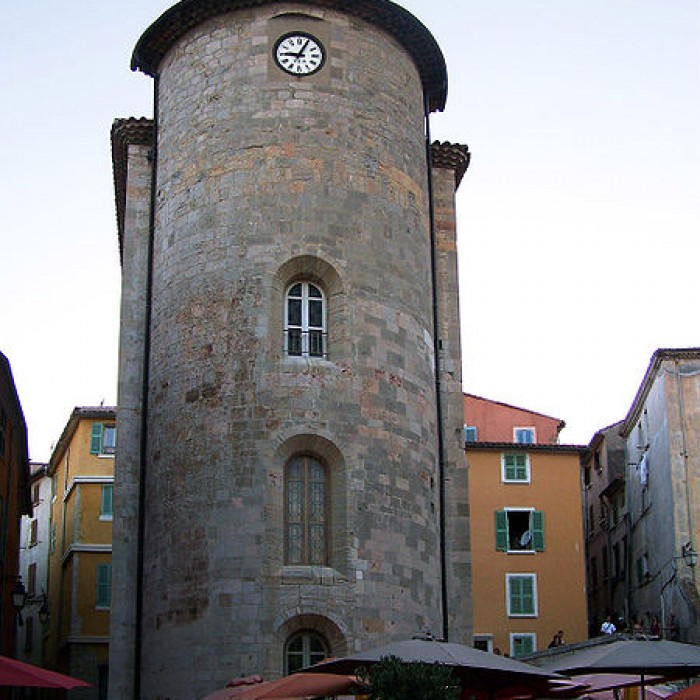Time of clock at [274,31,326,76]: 9:04
